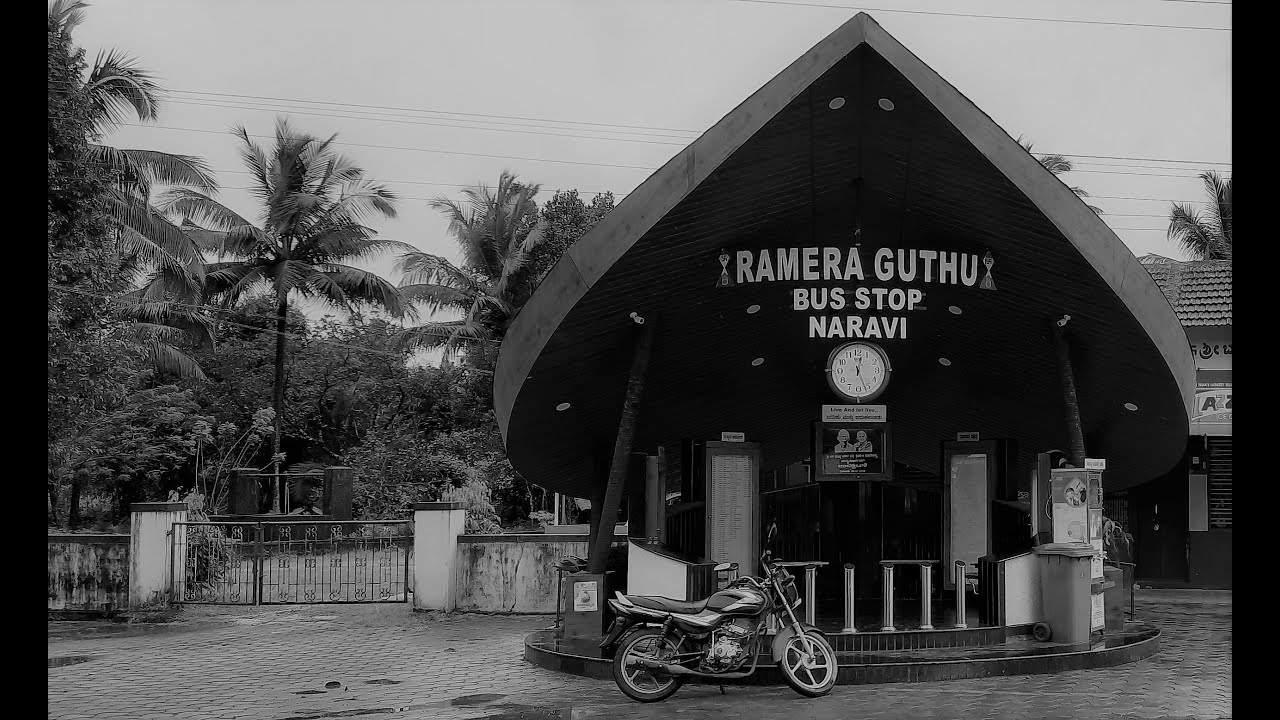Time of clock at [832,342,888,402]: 12:26
